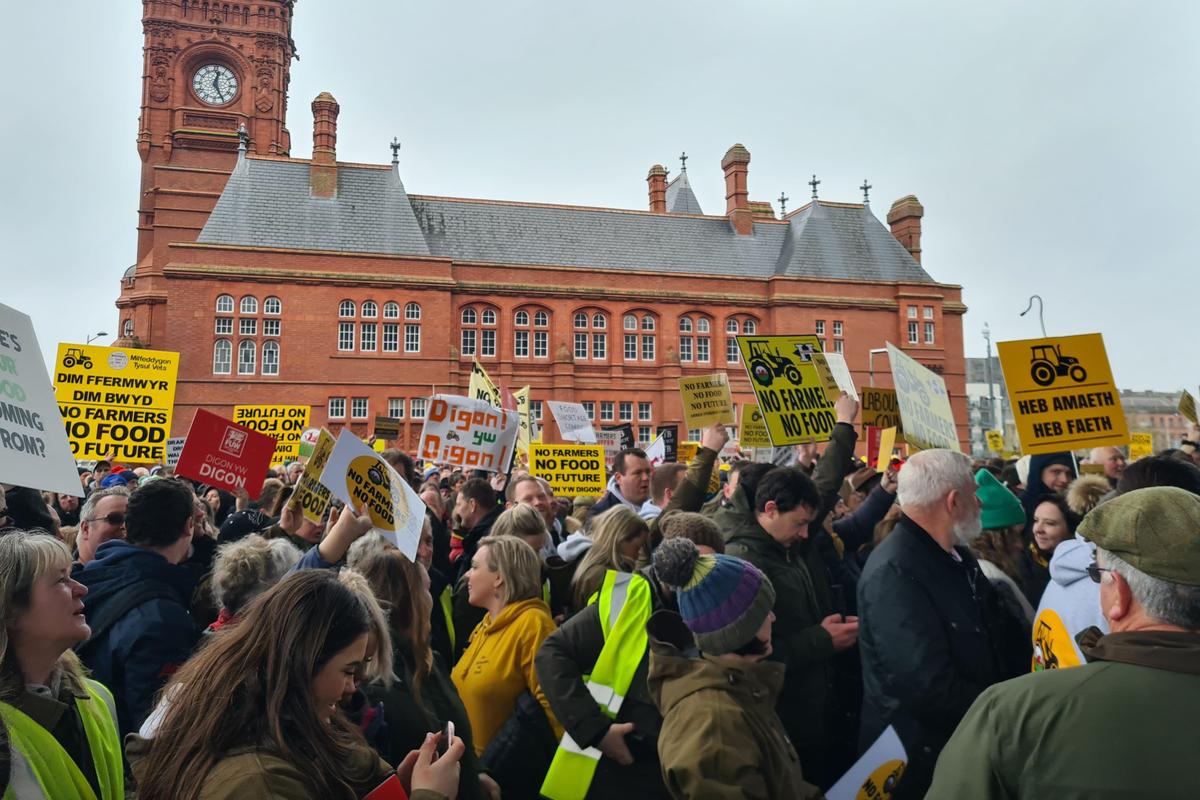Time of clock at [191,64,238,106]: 12:25
